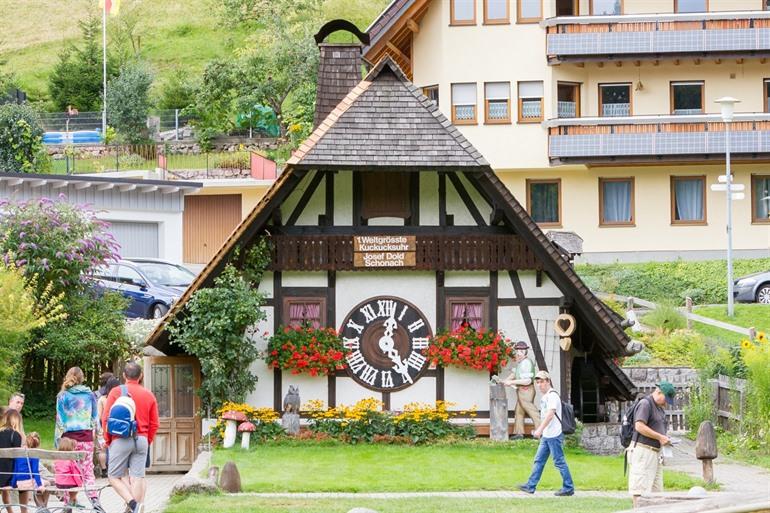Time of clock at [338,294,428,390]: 12:24
